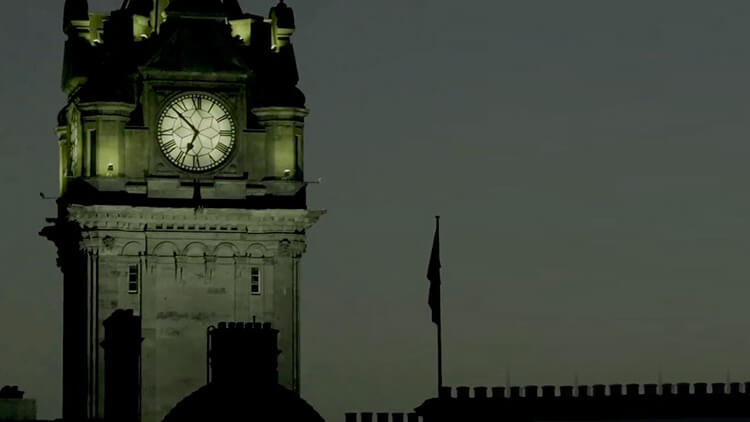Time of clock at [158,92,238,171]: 6:52
